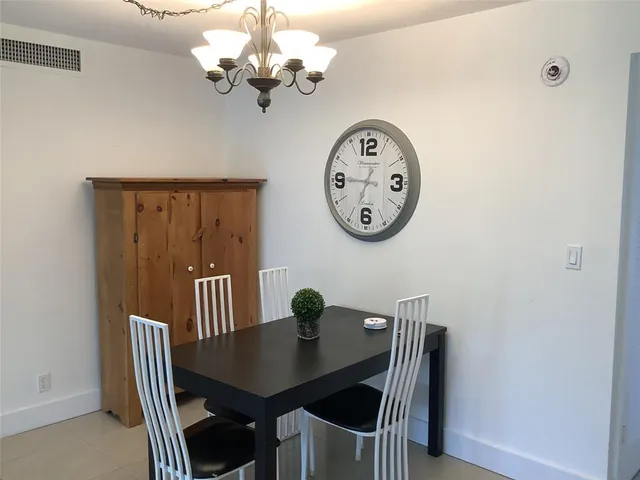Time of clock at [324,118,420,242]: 6:45
